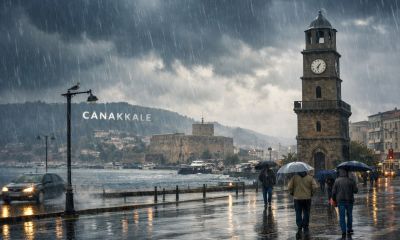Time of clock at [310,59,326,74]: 7:32
